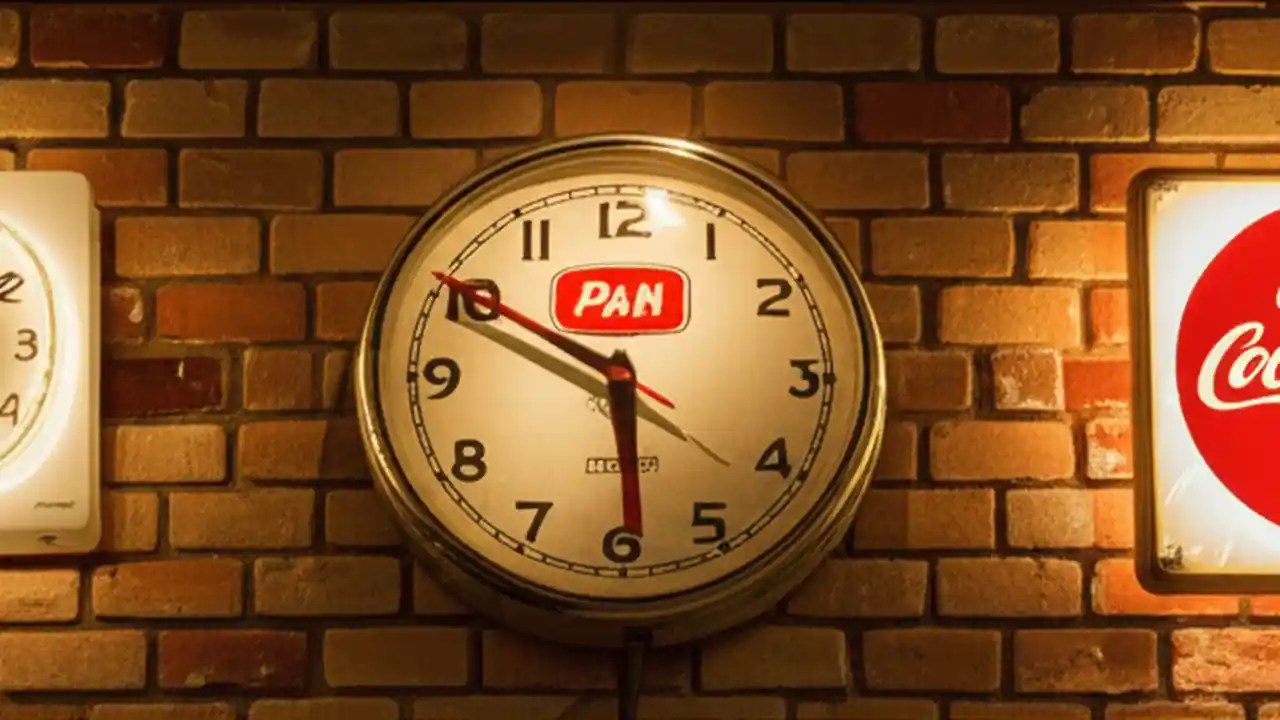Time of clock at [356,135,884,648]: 5:49
